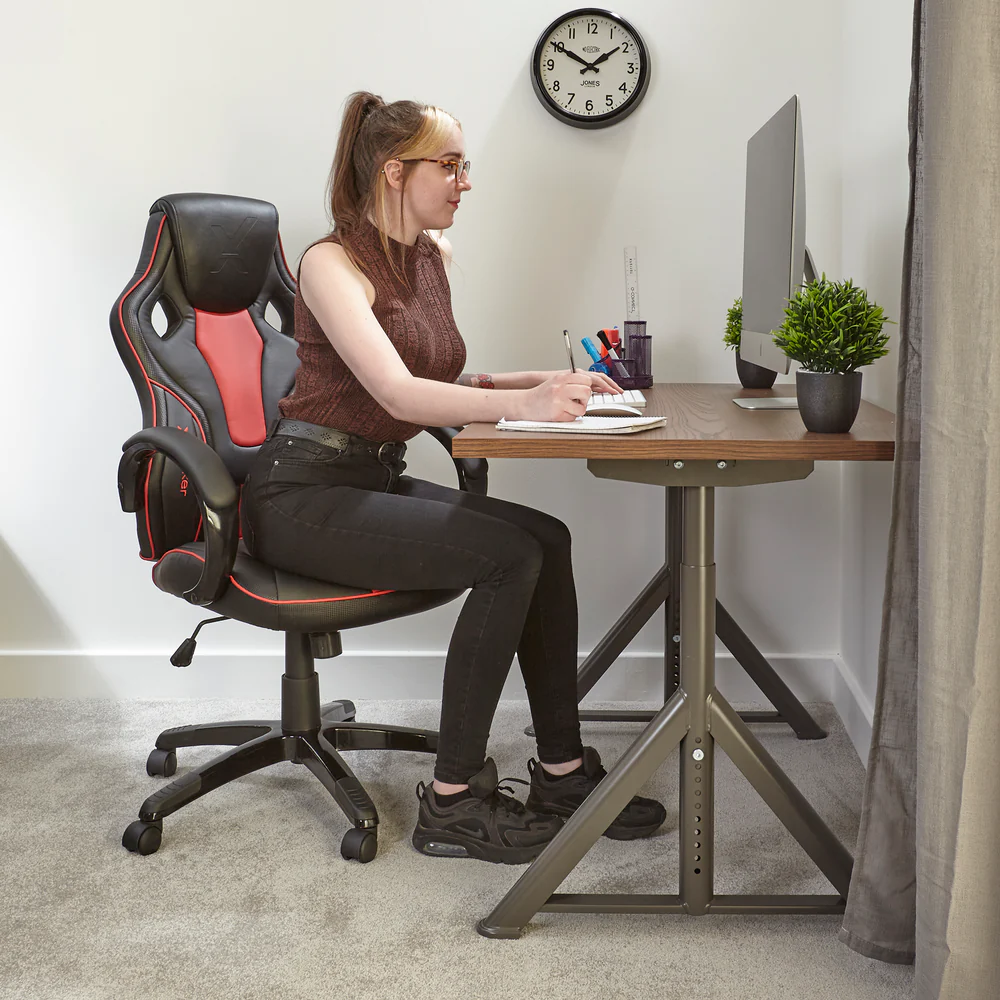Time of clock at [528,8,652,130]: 1:50
